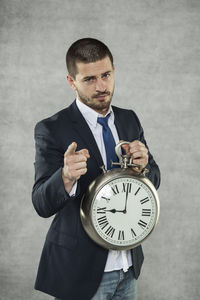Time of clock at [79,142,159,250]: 9:00
